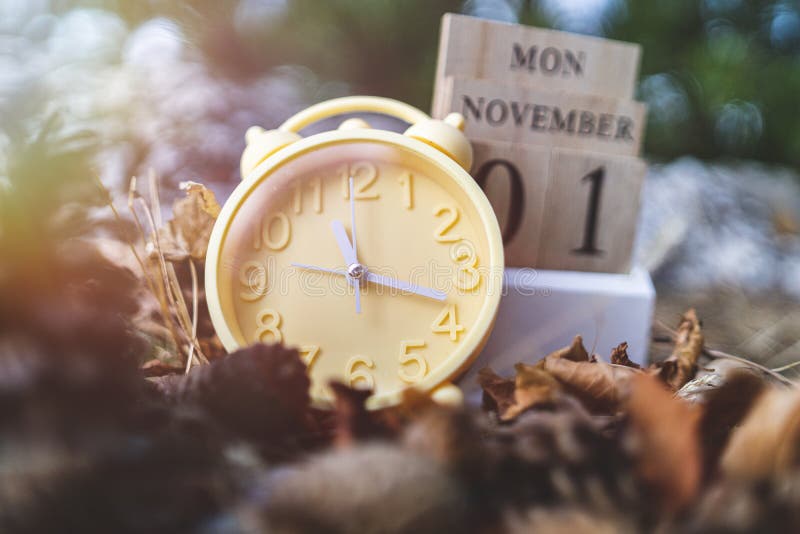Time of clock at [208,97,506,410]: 11:18
